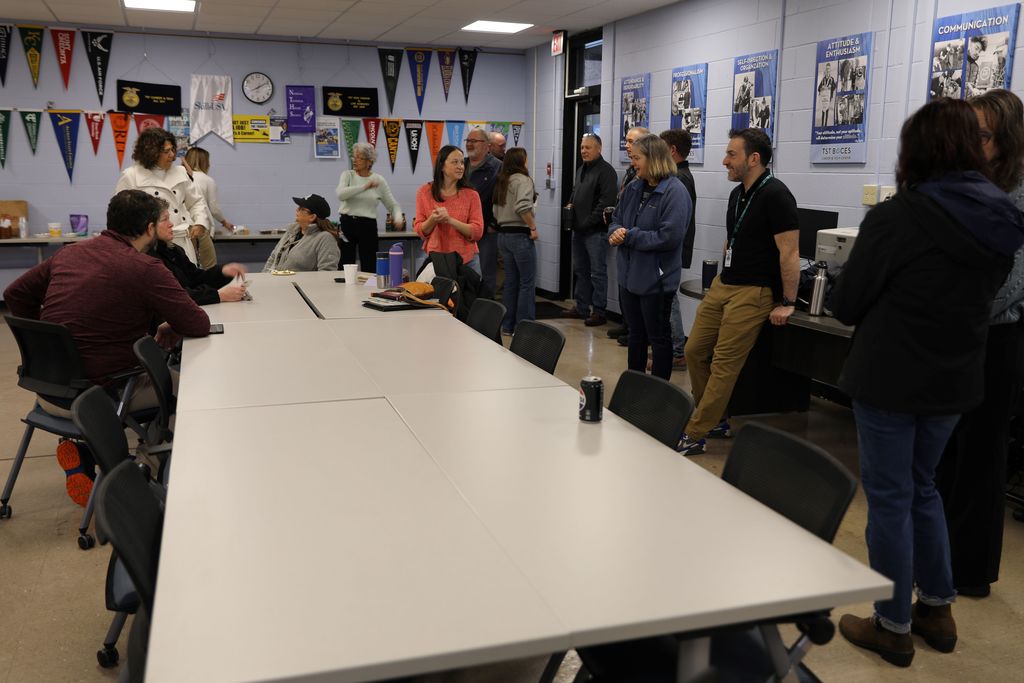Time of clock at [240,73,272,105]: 8:09
